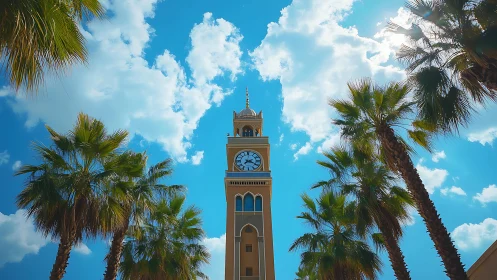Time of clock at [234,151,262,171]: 2:18
